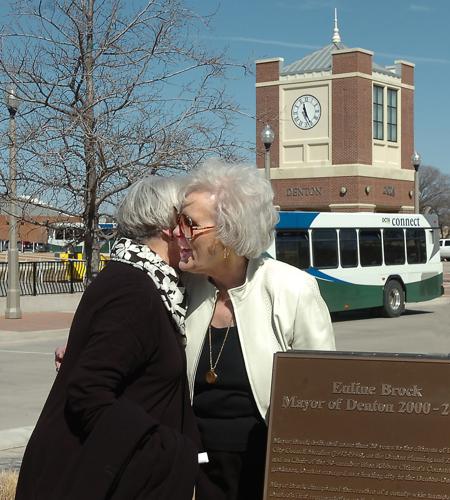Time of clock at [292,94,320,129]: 11:25
